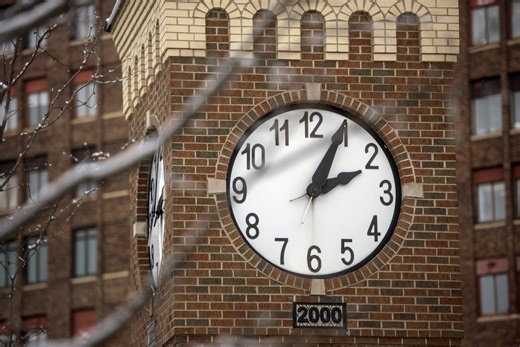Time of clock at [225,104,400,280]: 2:04
